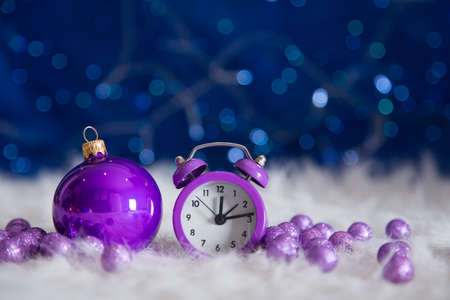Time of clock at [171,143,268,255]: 12:13
